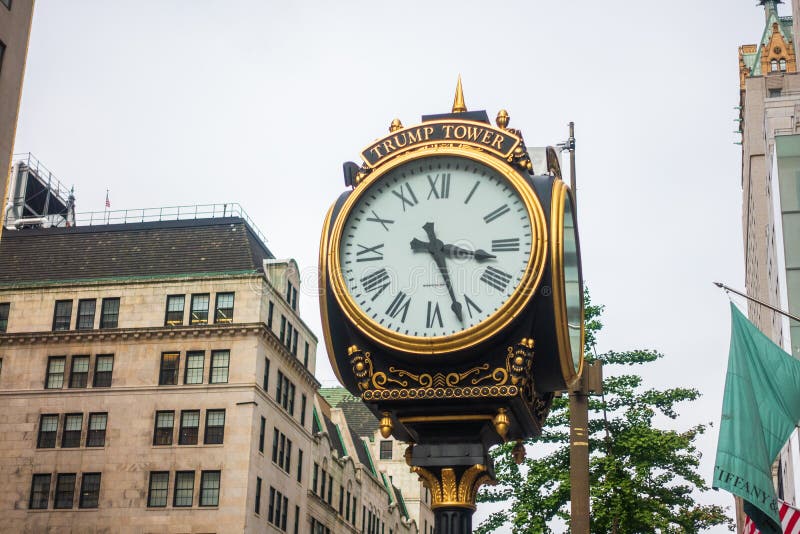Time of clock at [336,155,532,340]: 3:26
